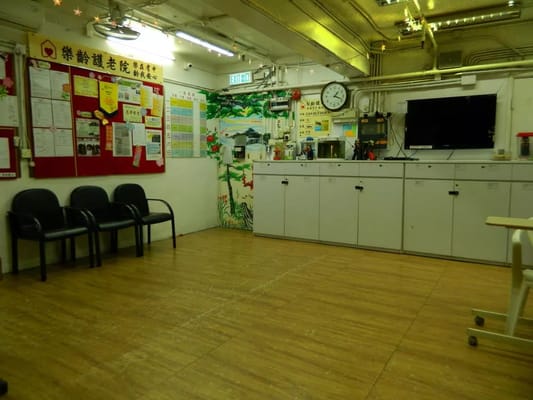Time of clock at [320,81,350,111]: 1:18
